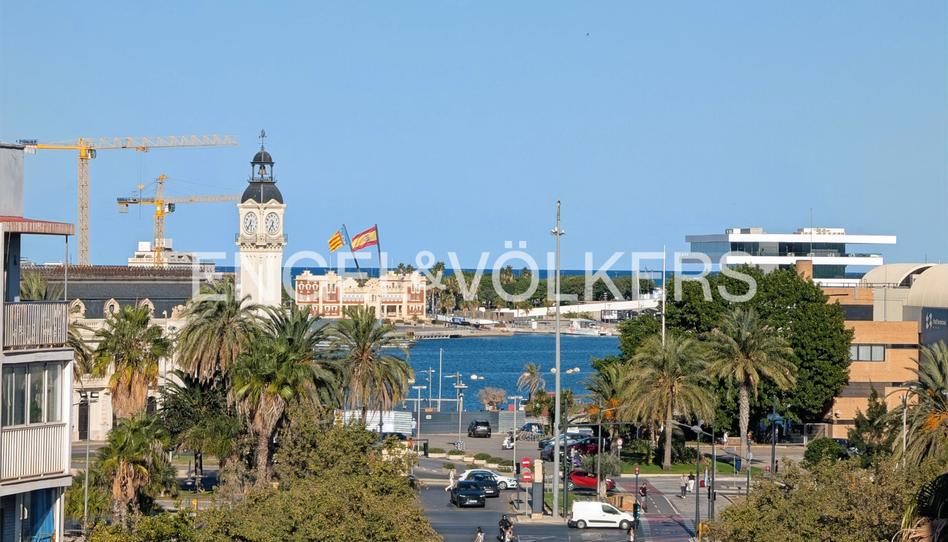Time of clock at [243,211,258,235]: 5:36
